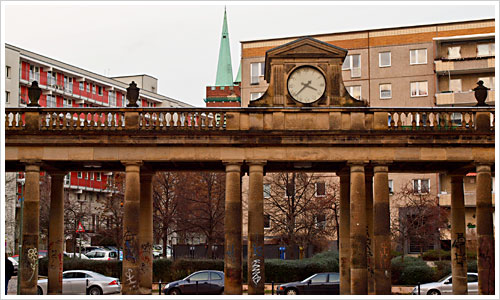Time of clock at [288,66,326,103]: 3:38
